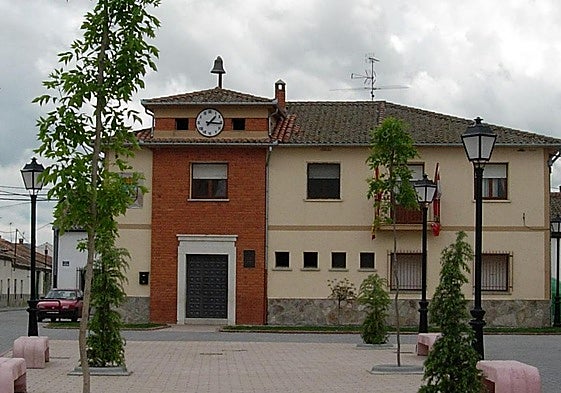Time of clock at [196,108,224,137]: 1:16
